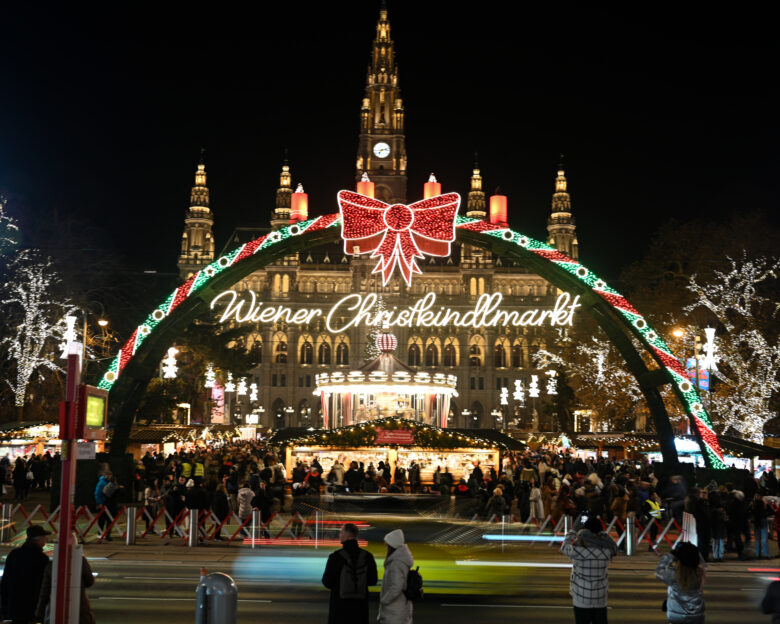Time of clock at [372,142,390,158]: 7:12
